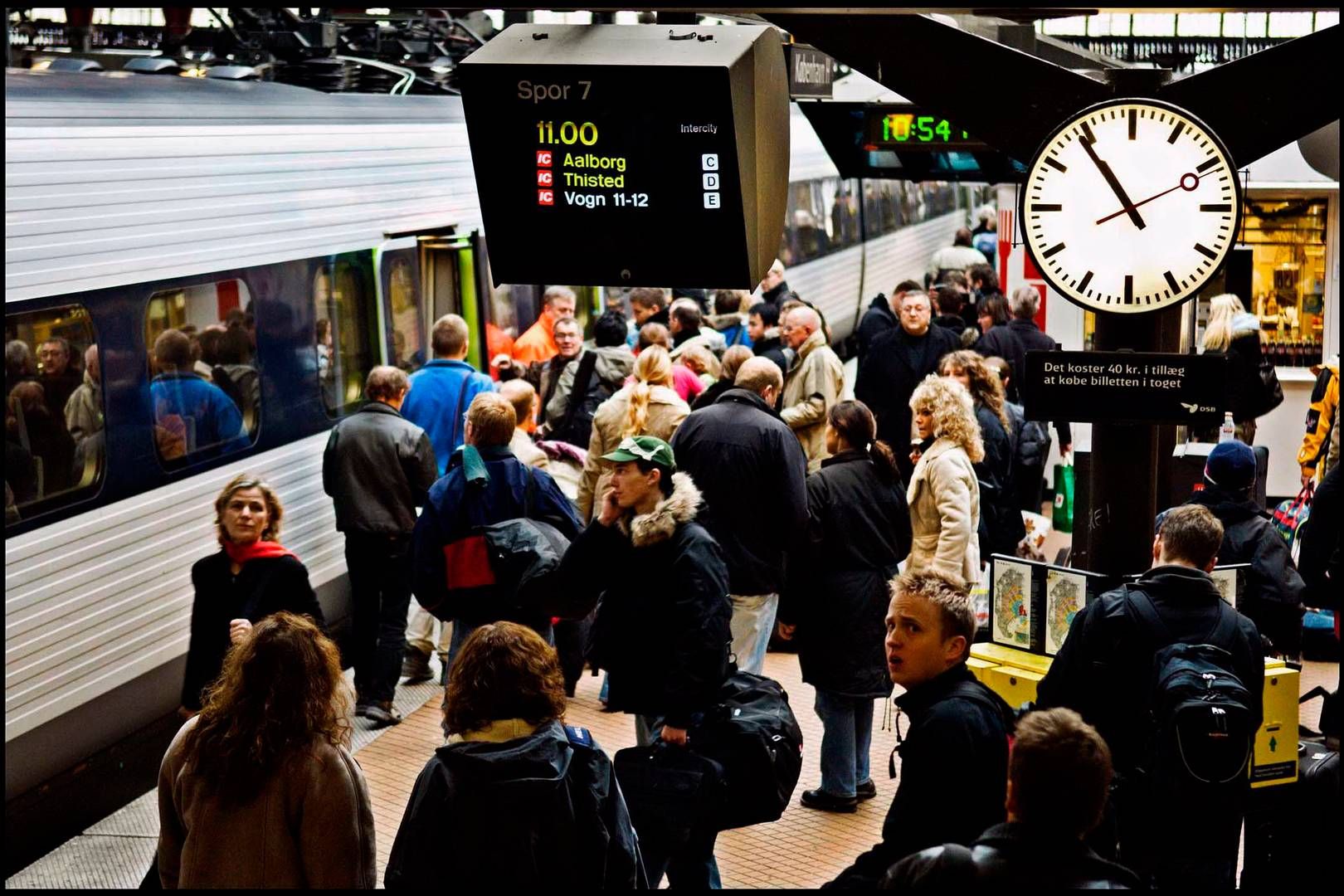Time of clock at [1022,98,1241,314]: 10:54
